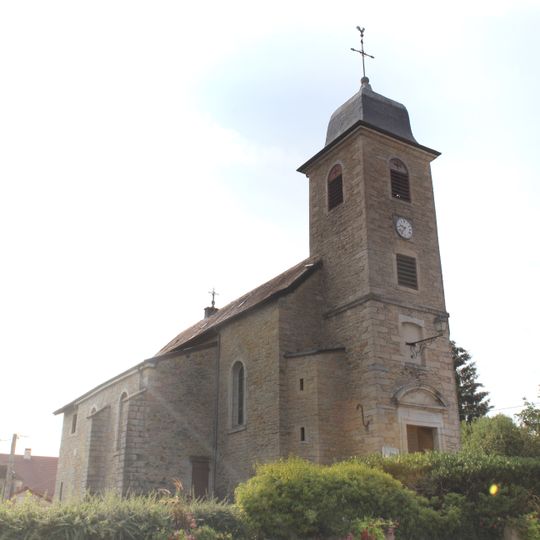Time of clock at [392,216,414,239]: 9:36
